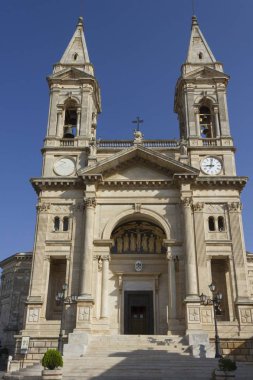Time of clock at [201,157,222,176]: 9:01
